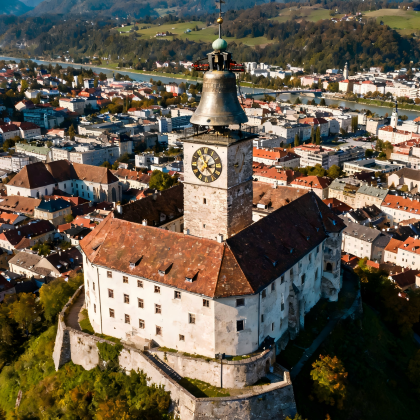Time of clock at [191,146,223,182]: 2:23
